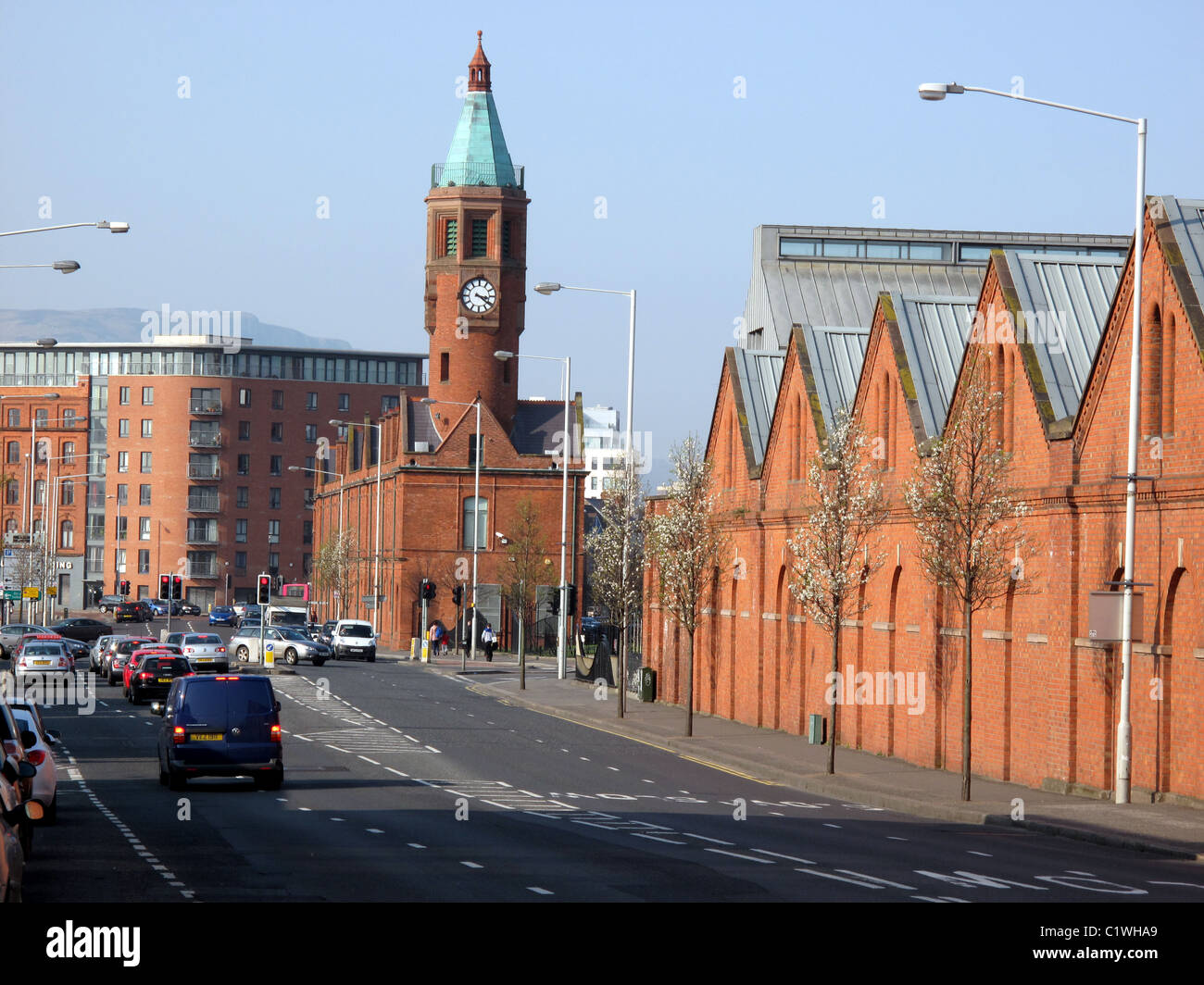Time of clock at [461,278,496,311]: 3:21
